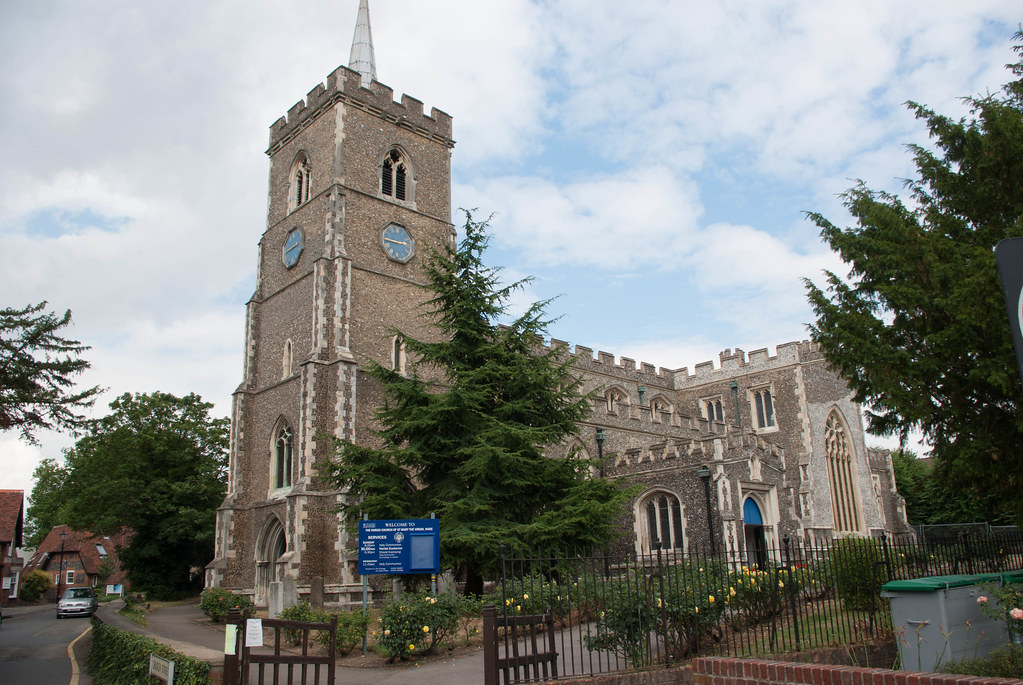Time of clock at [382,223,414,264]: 2:46
